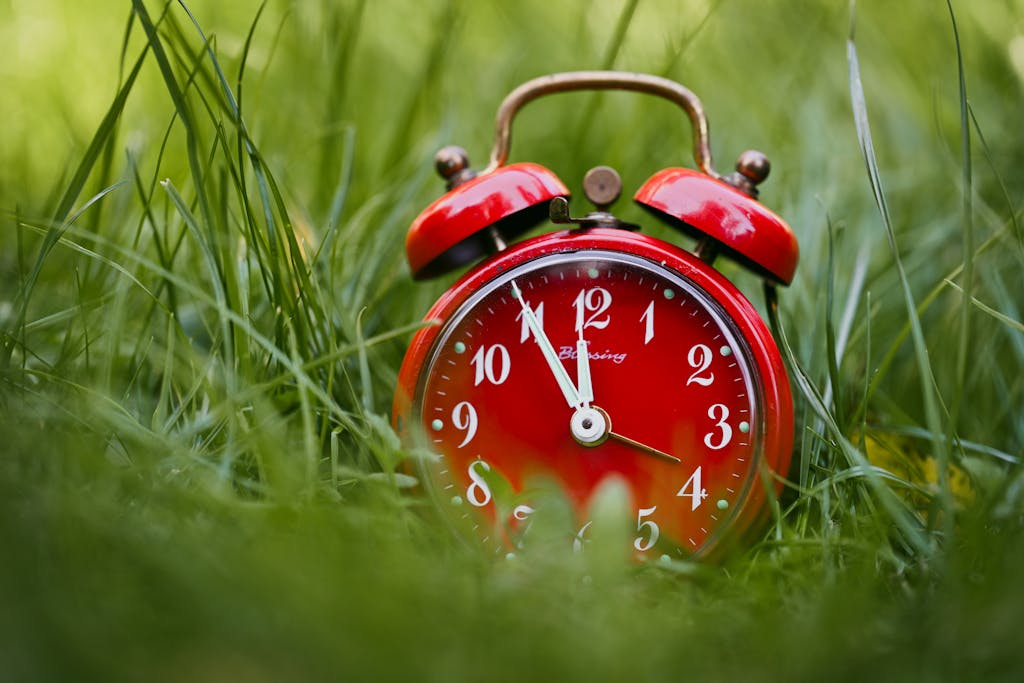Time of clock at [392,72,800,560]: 11:55
